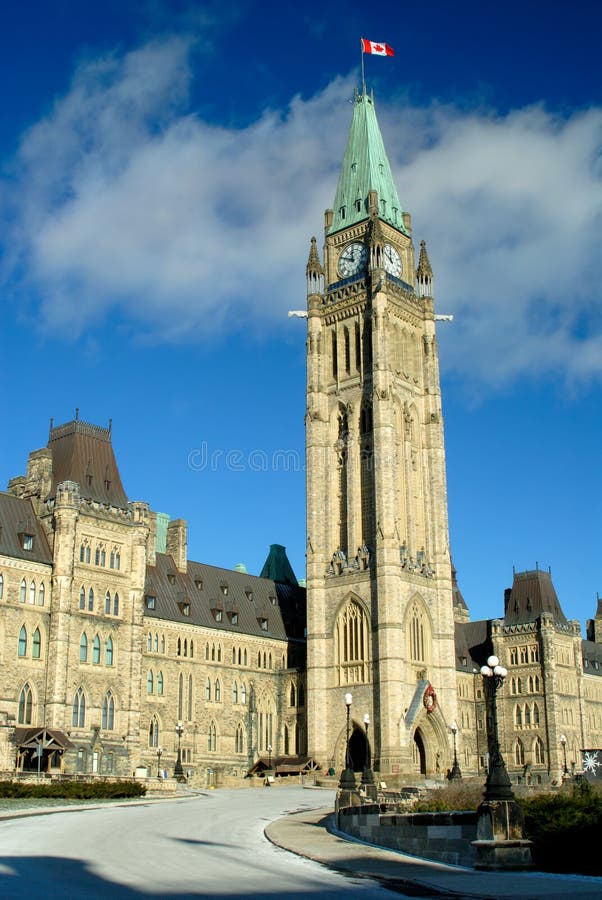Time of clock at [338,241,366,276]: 11:49
